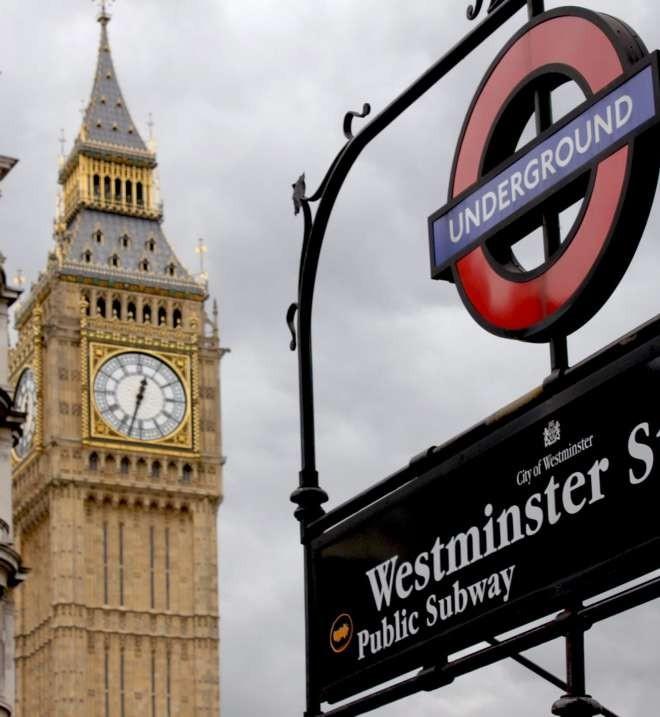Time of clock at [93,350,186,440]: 12:32
